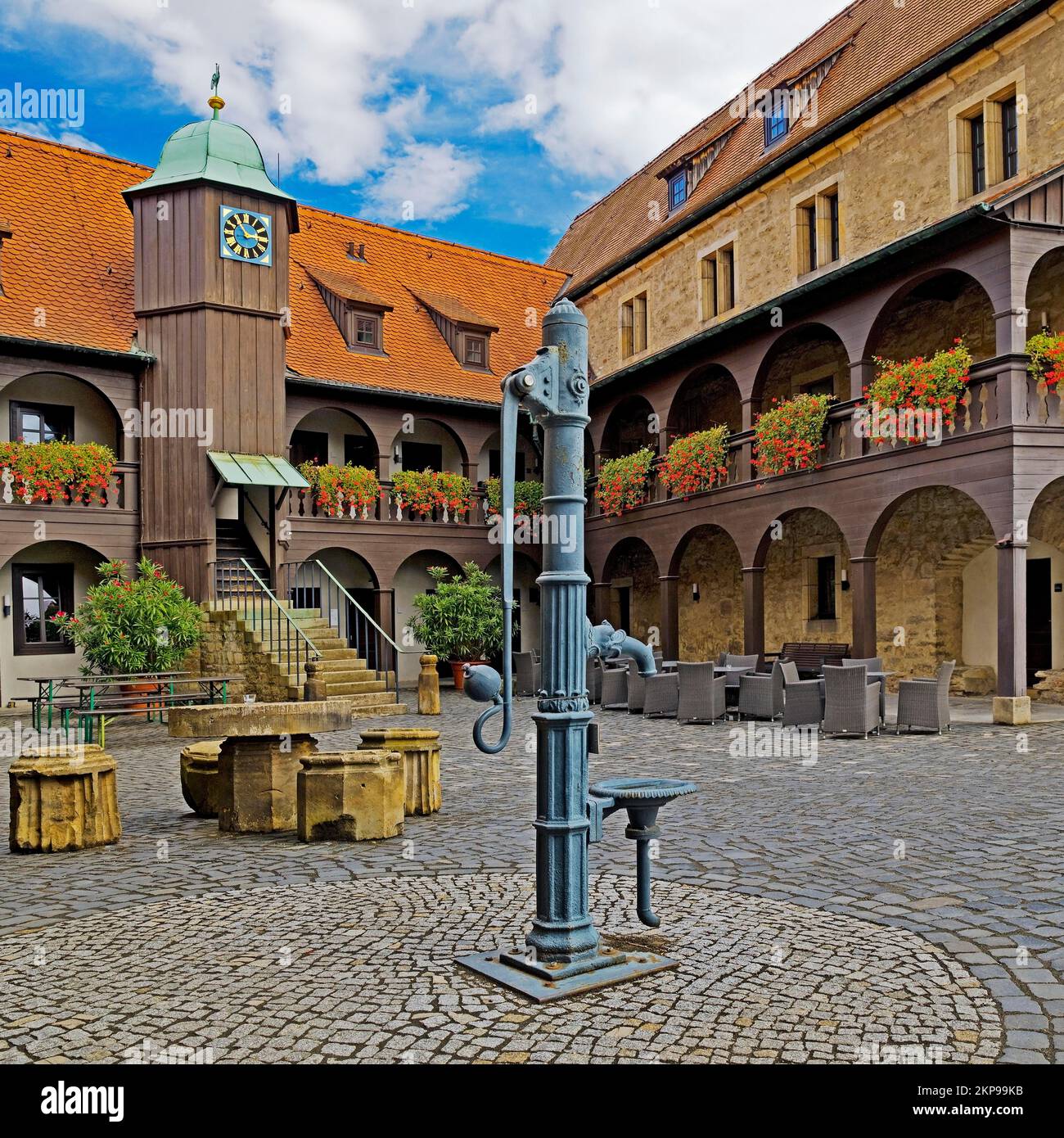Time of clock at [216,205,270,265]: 2:54
